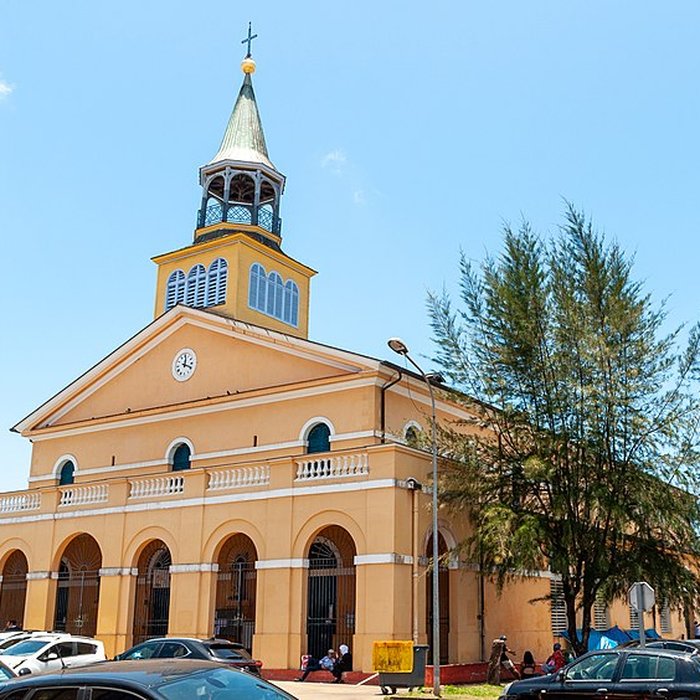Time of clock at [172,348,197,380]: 12:18
